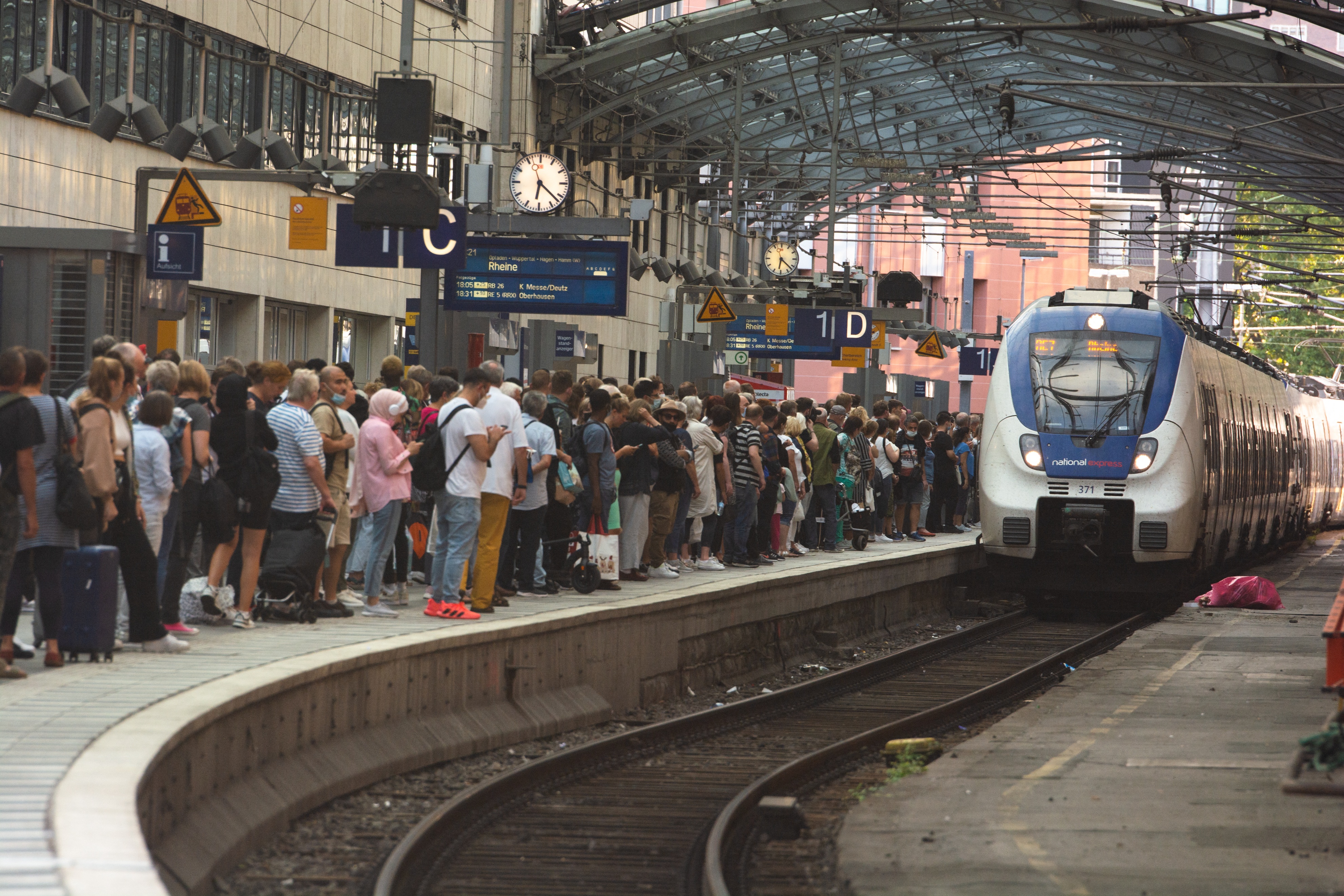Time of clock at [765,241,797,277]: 6:22
